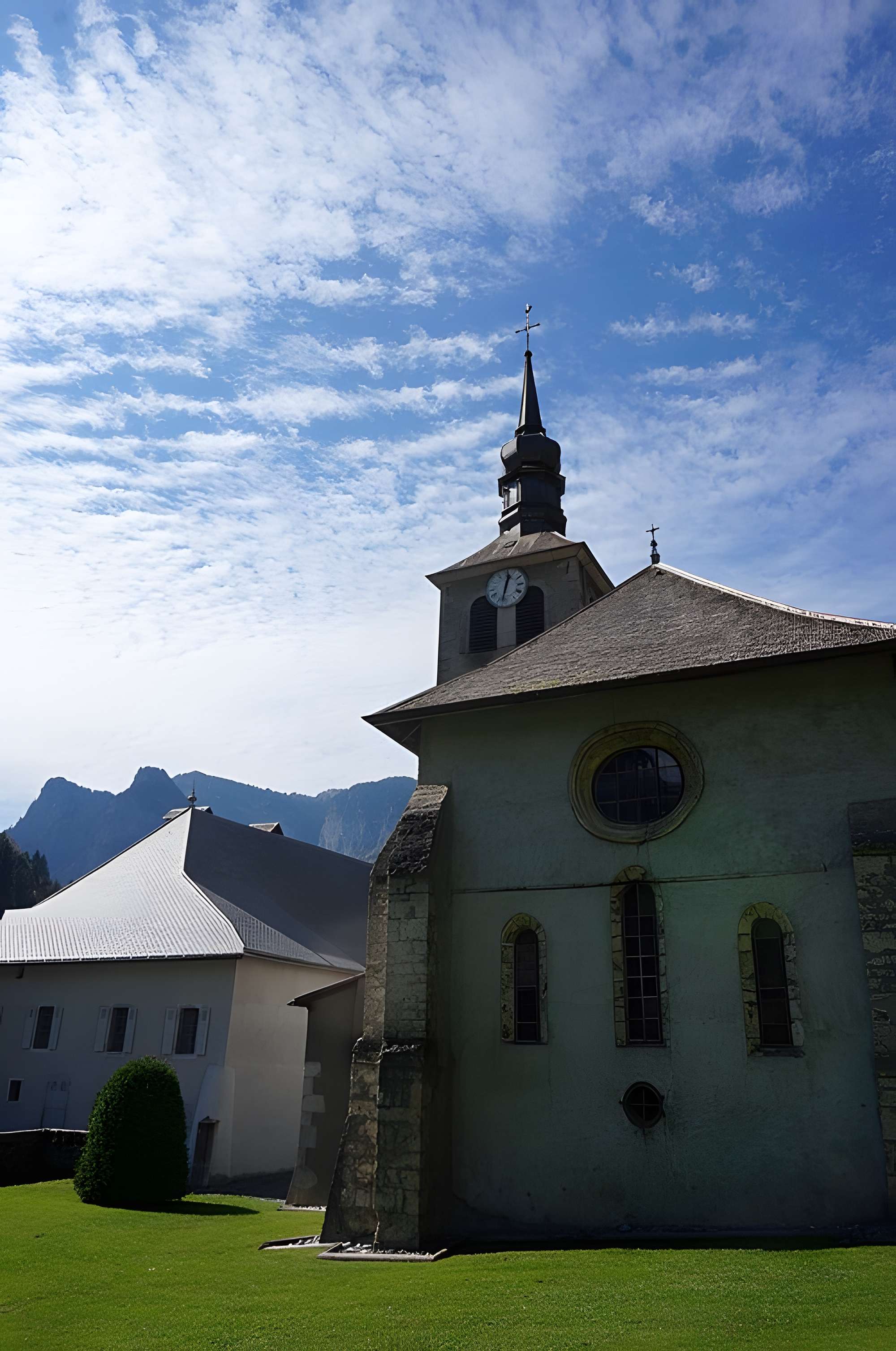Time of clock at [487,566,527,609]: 12:32
